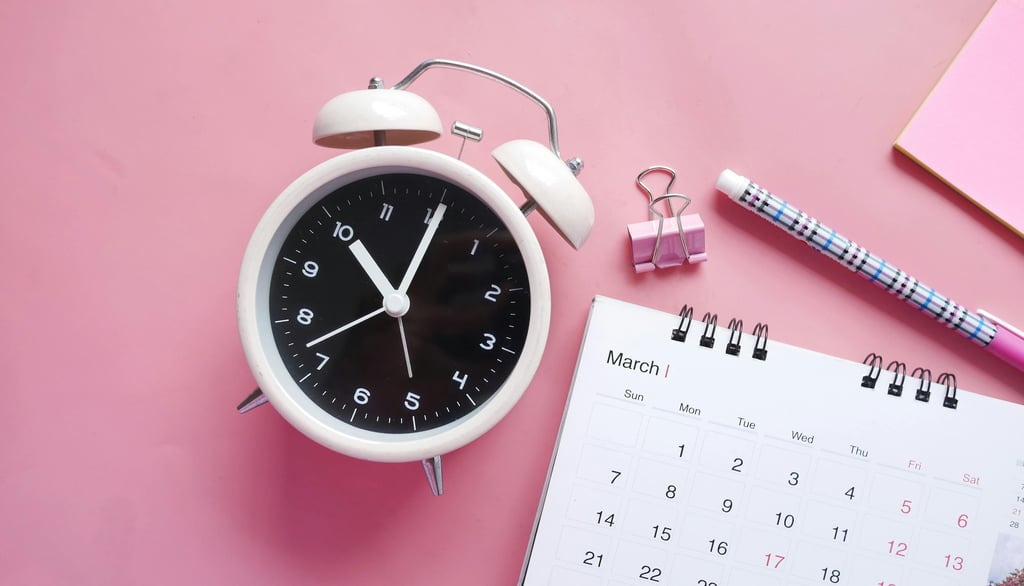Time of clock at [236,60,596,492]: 11:05
